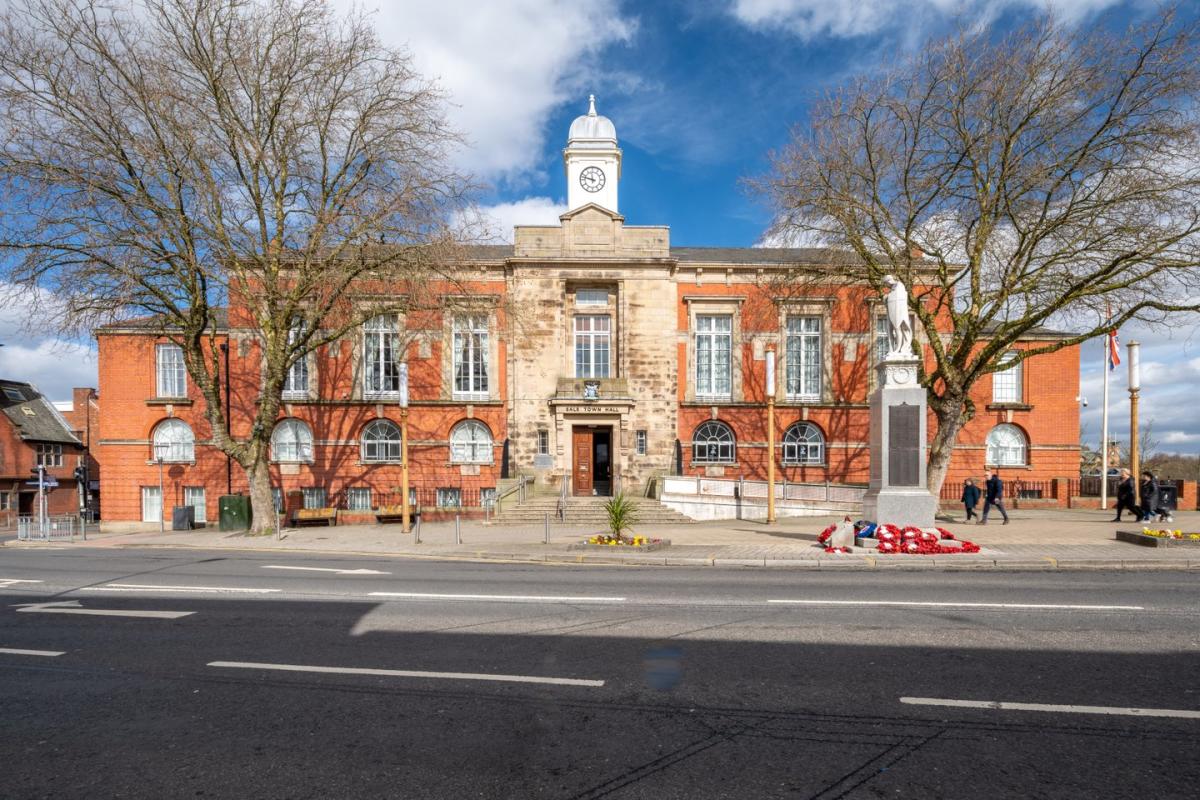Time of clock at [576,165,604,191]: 11:47
